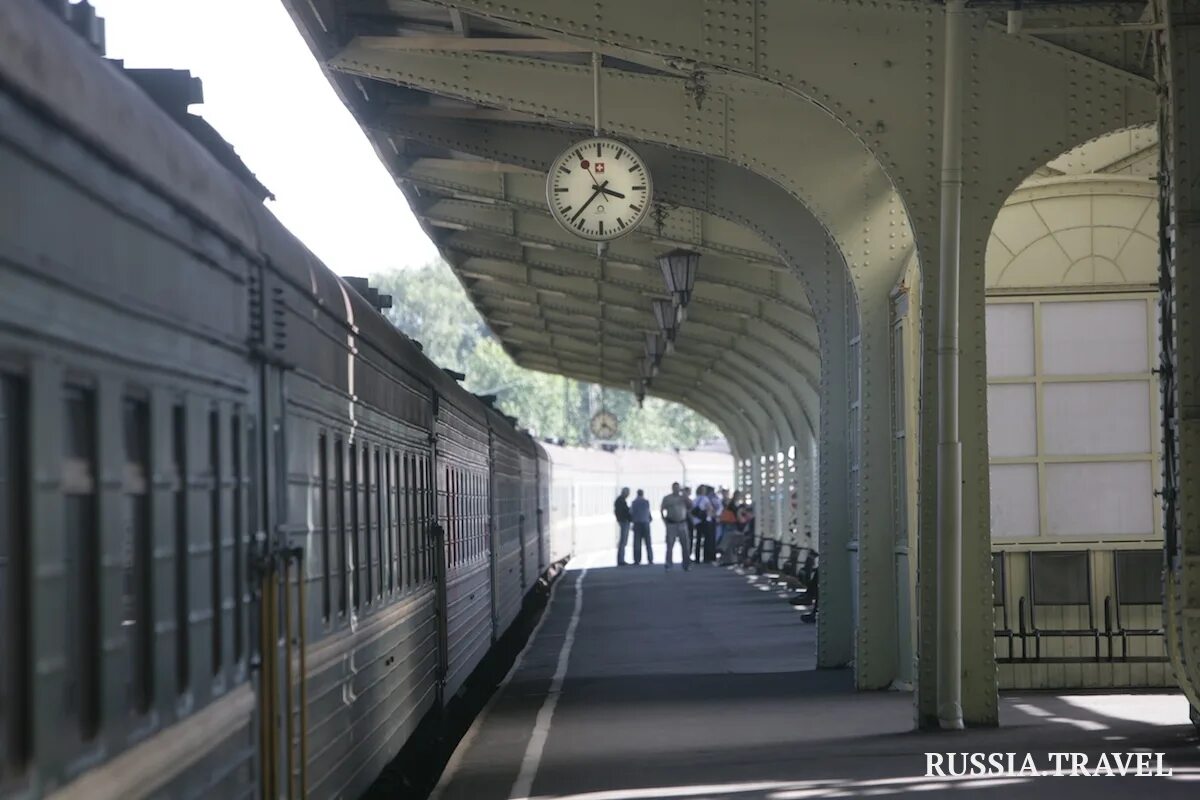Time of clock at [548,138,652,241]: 3:37
